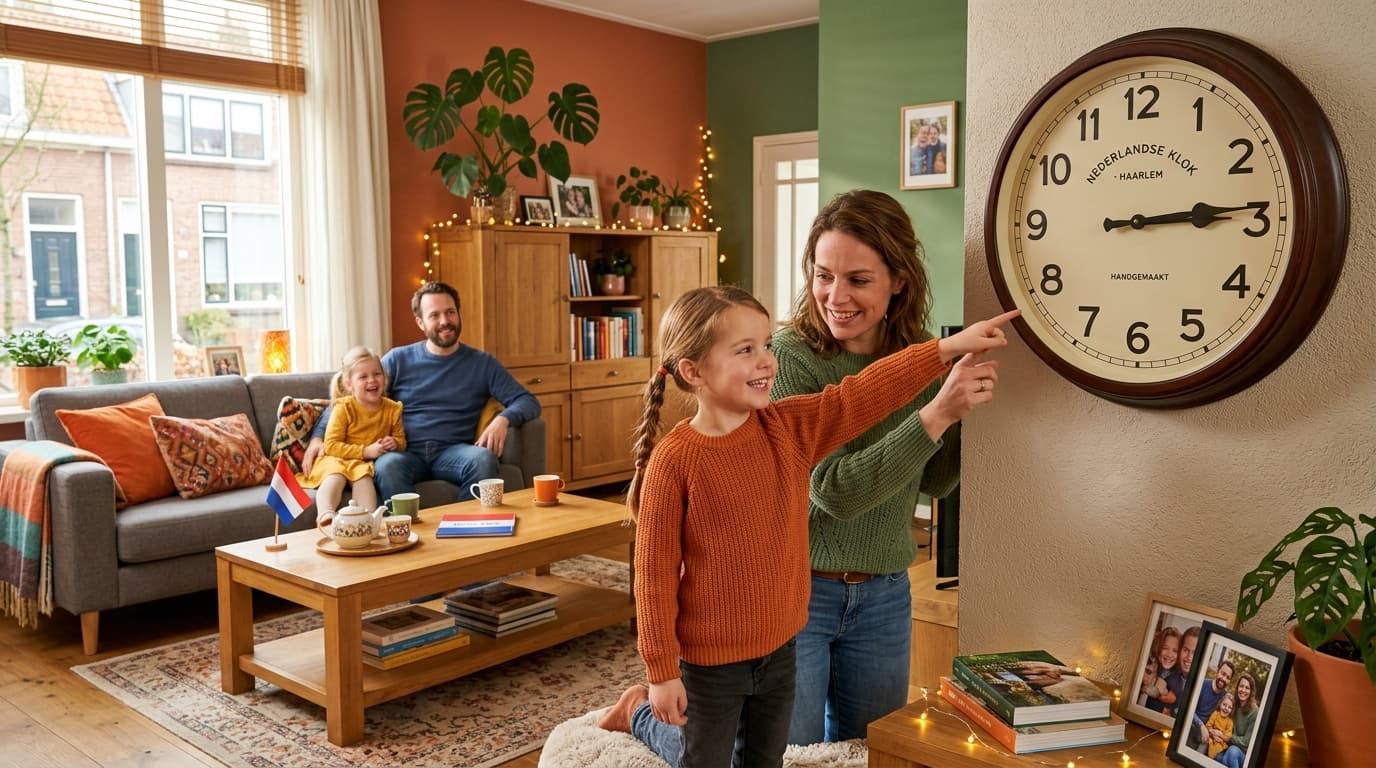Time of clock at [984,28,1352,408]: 3:14
